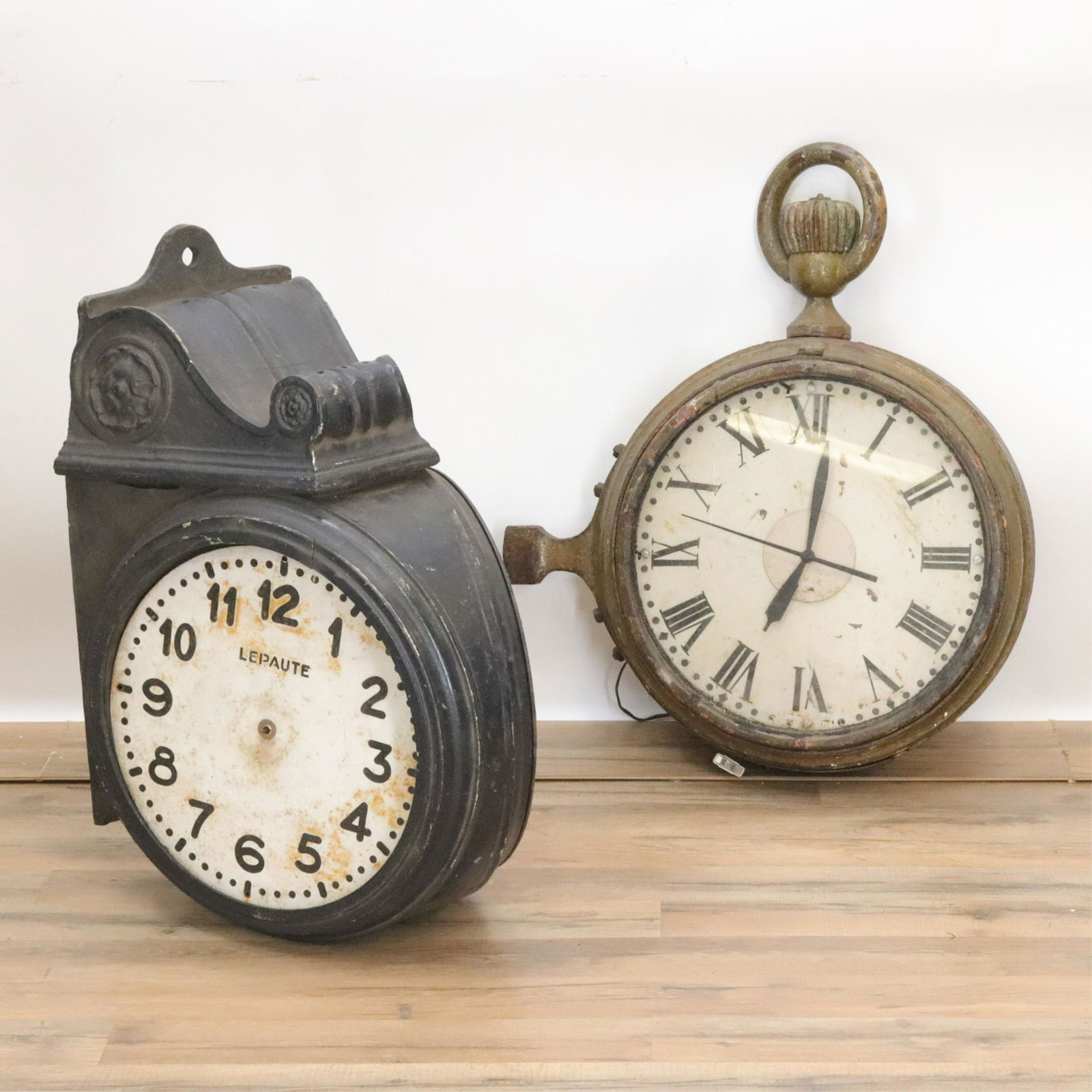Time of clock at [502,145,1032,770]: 7:01
